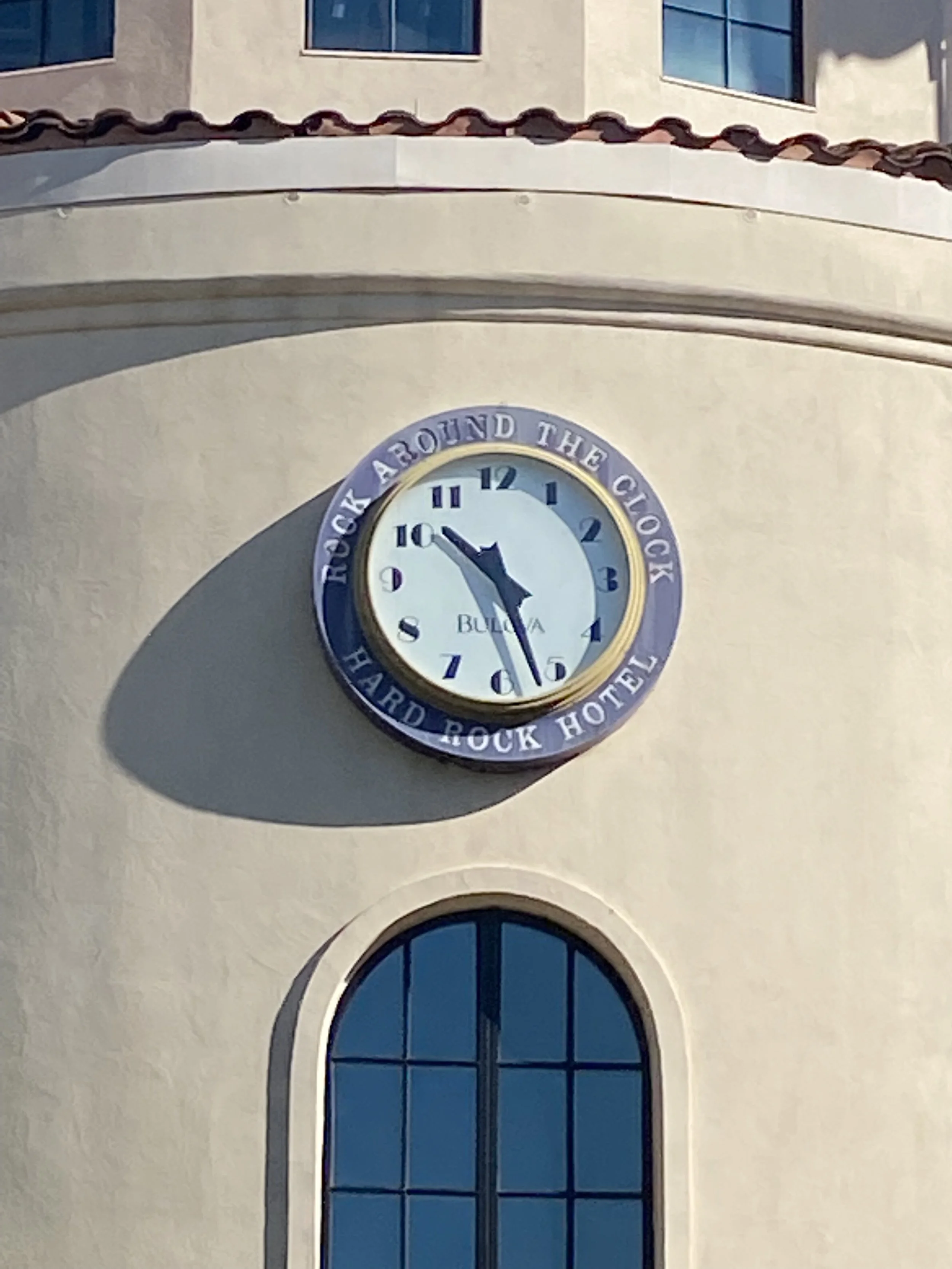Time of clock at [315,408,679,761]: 10:26
